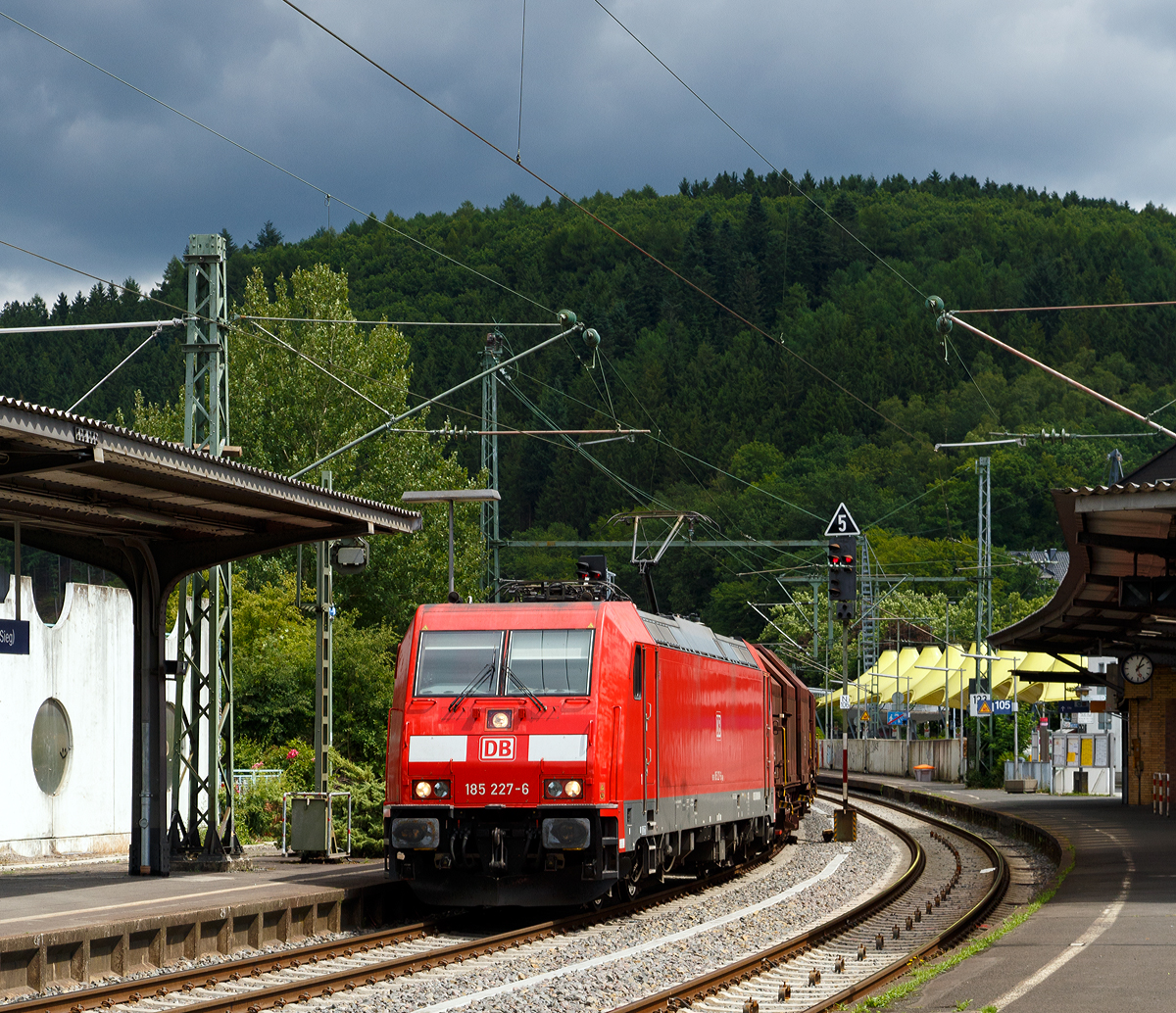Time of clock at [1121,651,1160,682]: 2:04
